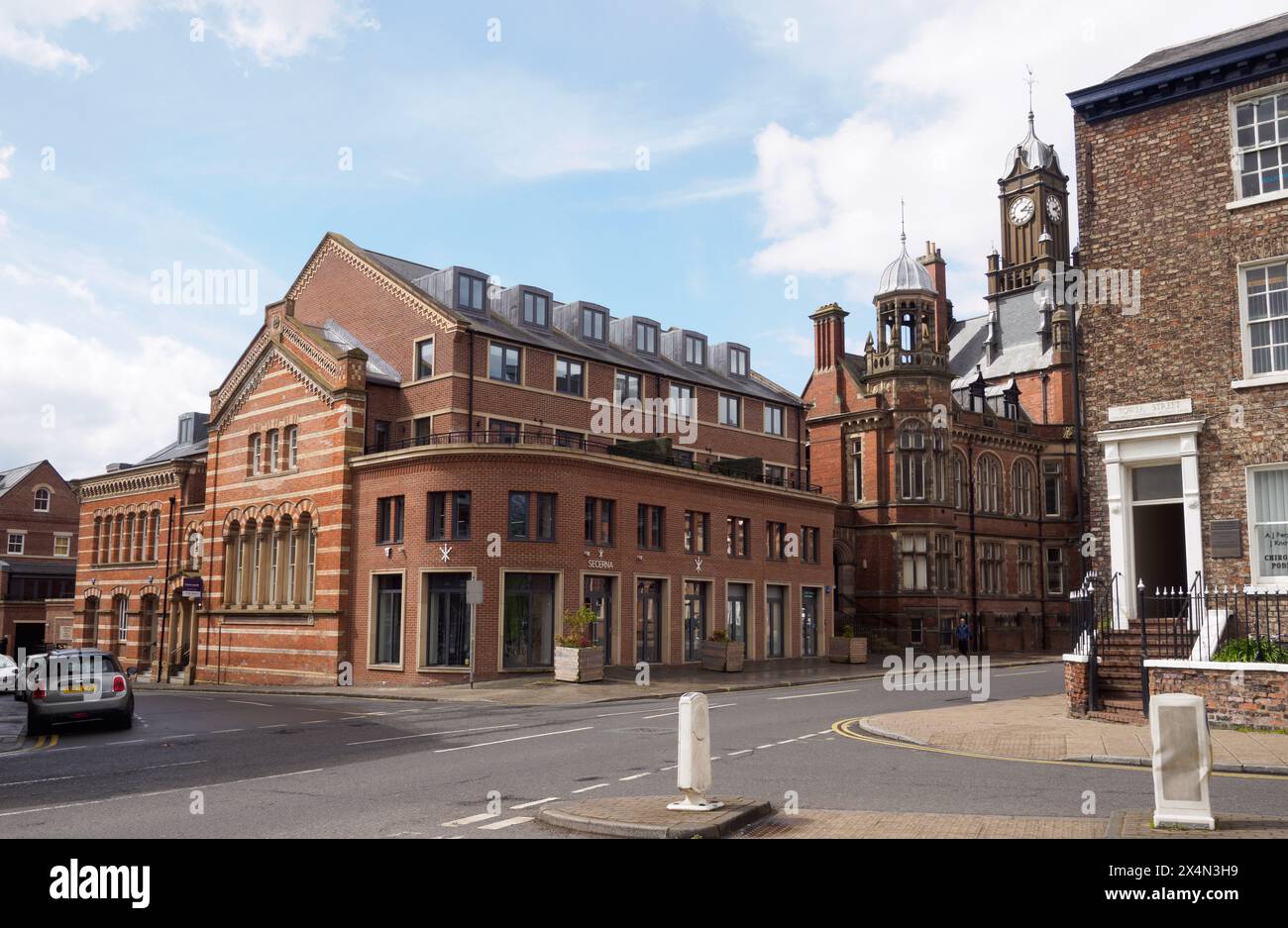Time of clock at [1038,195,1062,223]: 2:18
